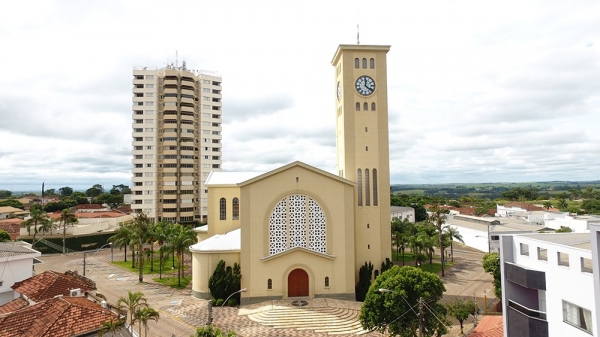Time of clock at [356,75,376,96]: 12:21
